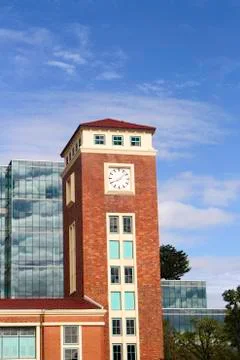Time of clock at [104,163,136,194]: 8:07
